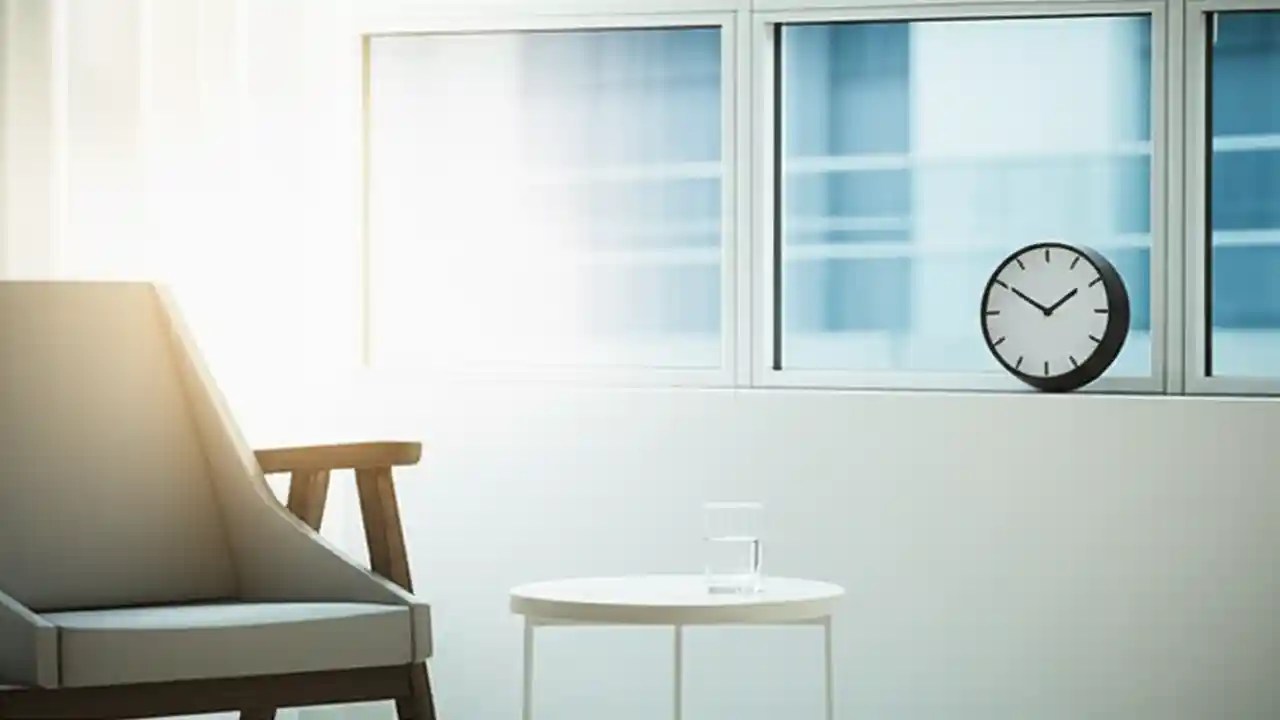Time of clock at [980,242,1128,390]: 1:50
